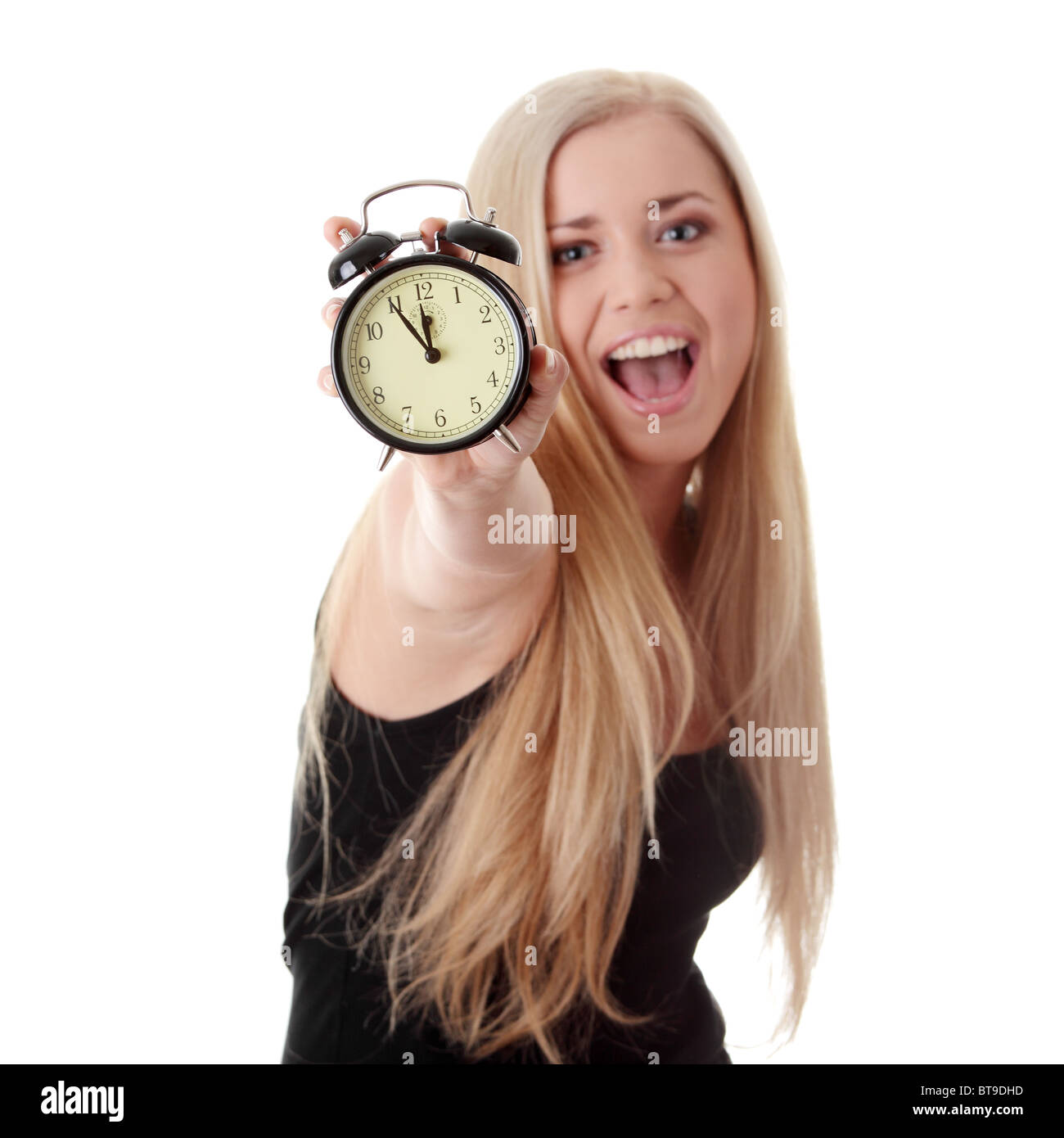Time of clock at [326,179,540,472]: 11:54
